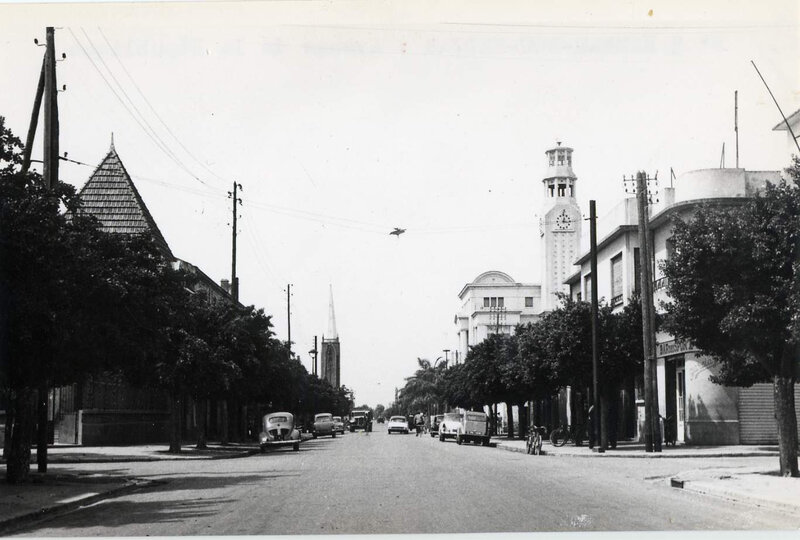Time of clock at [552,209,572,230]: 12:16
